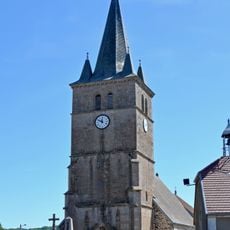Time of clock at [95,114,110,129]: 11:49
